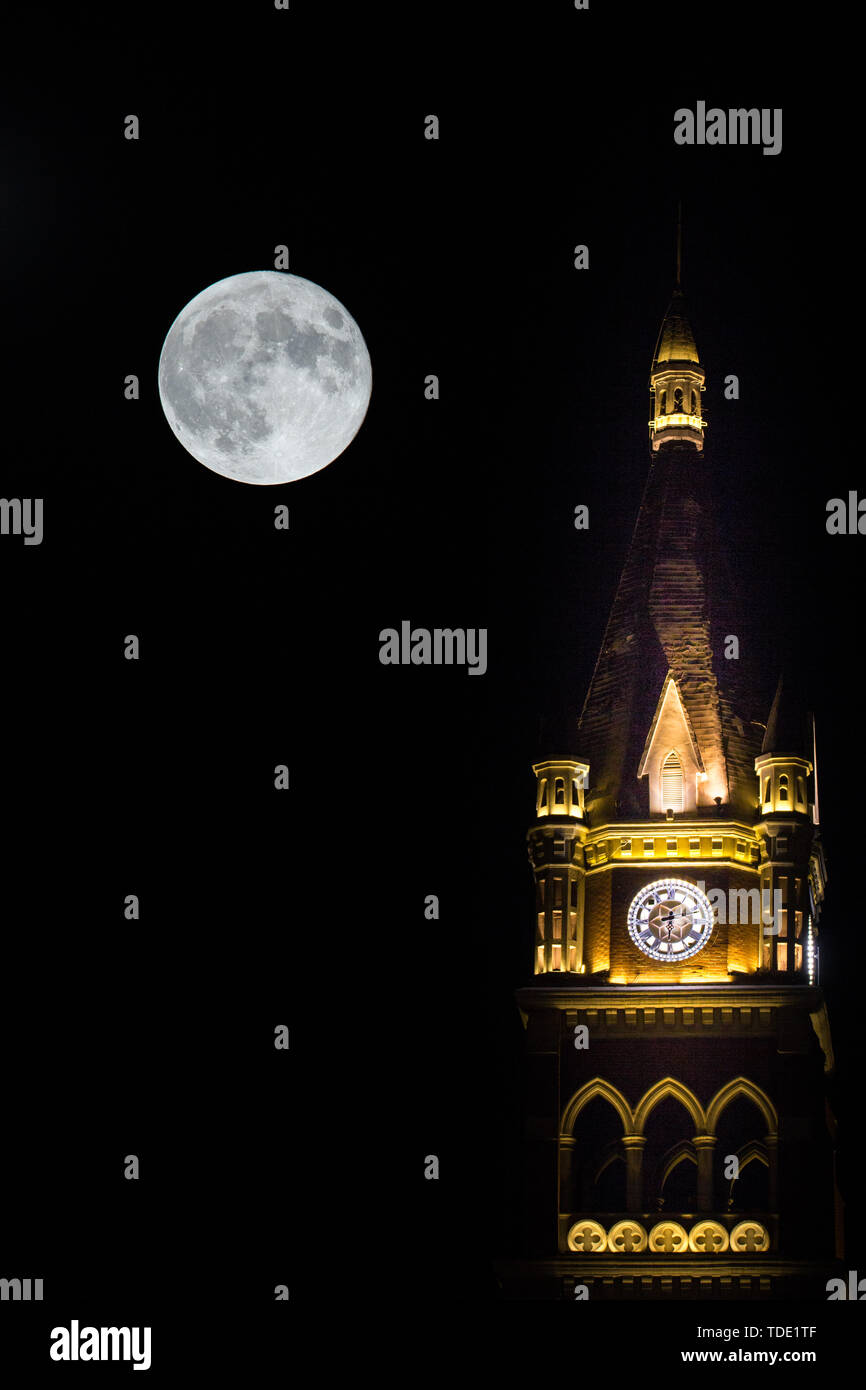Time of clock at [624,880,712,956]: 8:30
